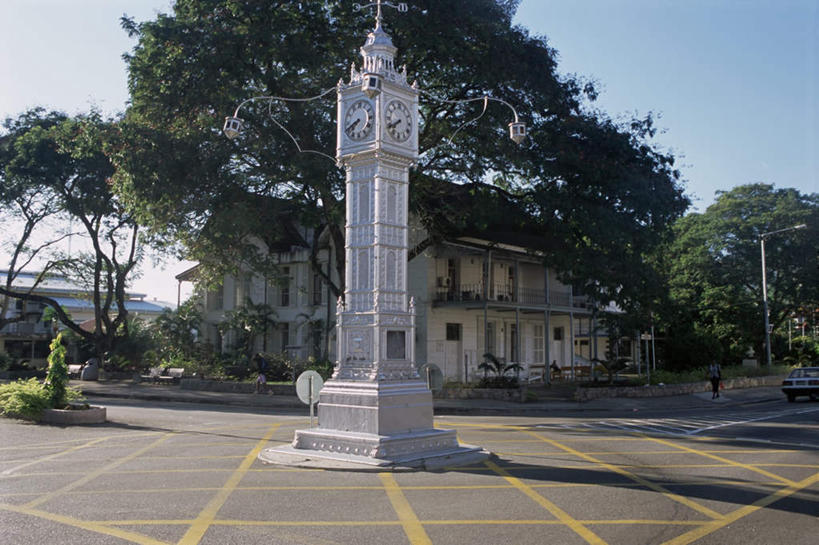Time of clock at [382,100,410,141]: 7:40
